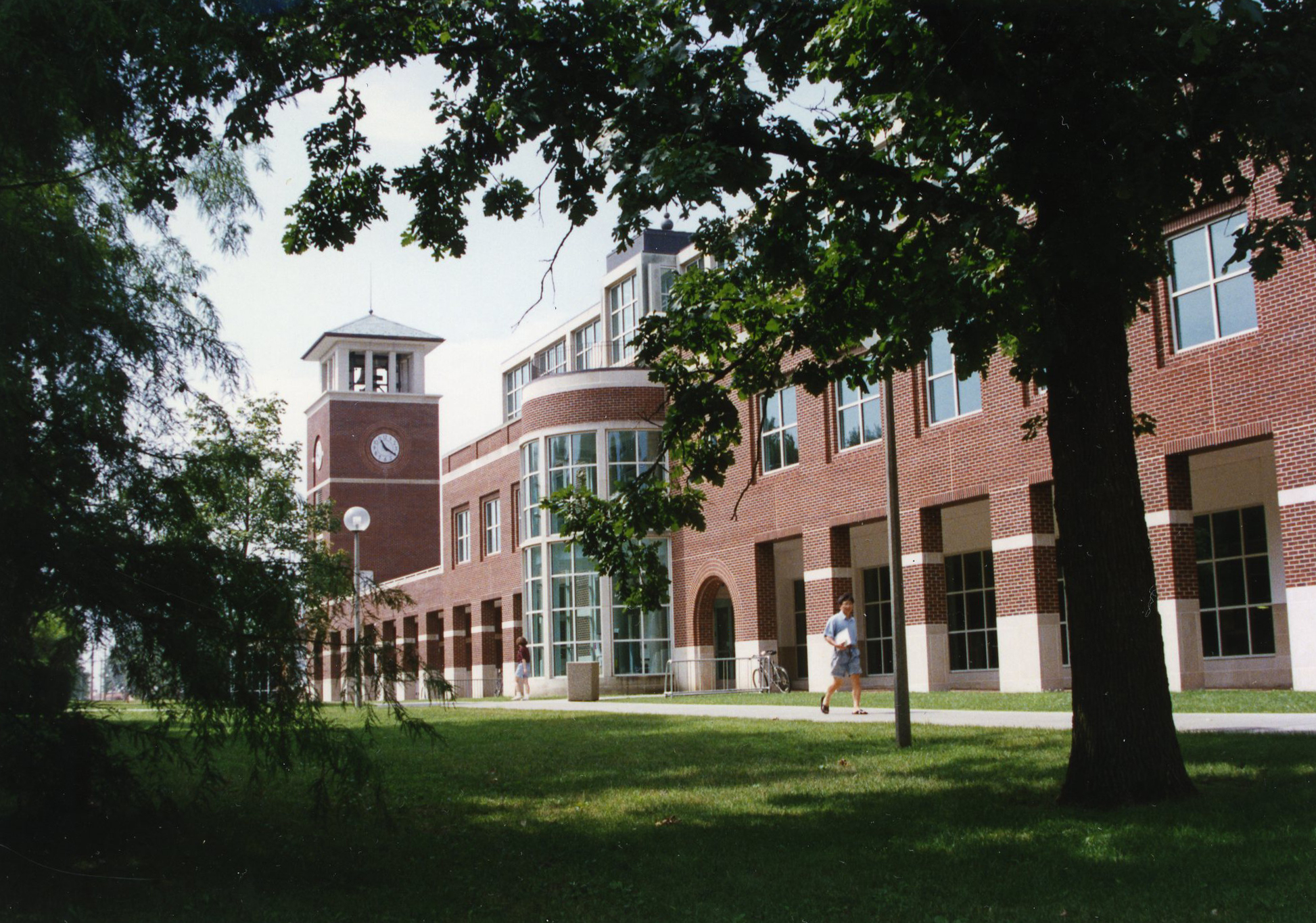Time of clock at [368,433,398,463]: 11:20
